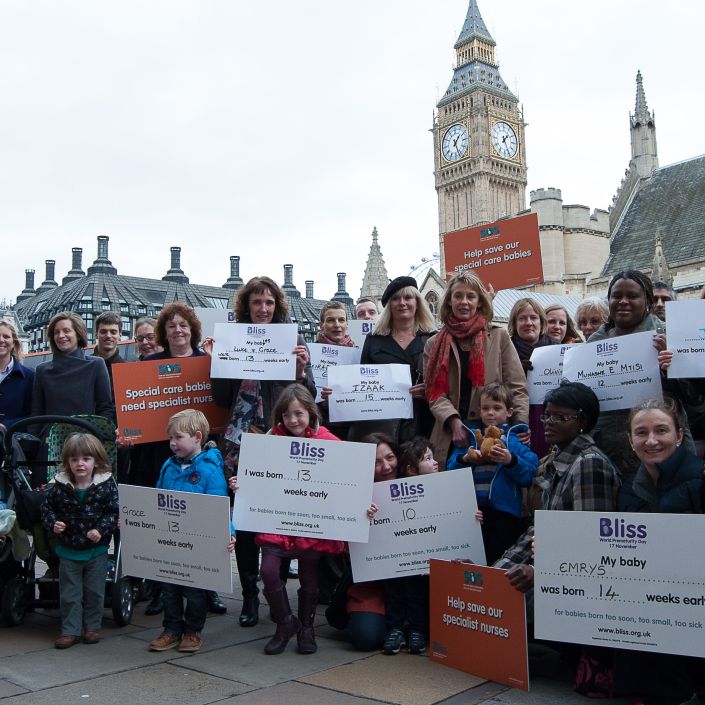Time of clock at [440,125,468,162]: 1:26
